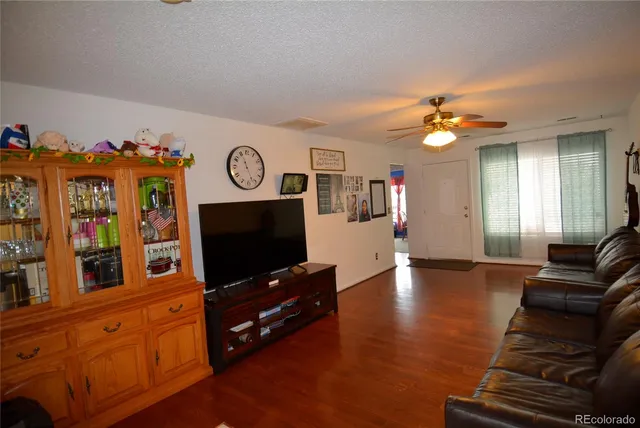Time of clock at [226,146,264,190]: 11:26
